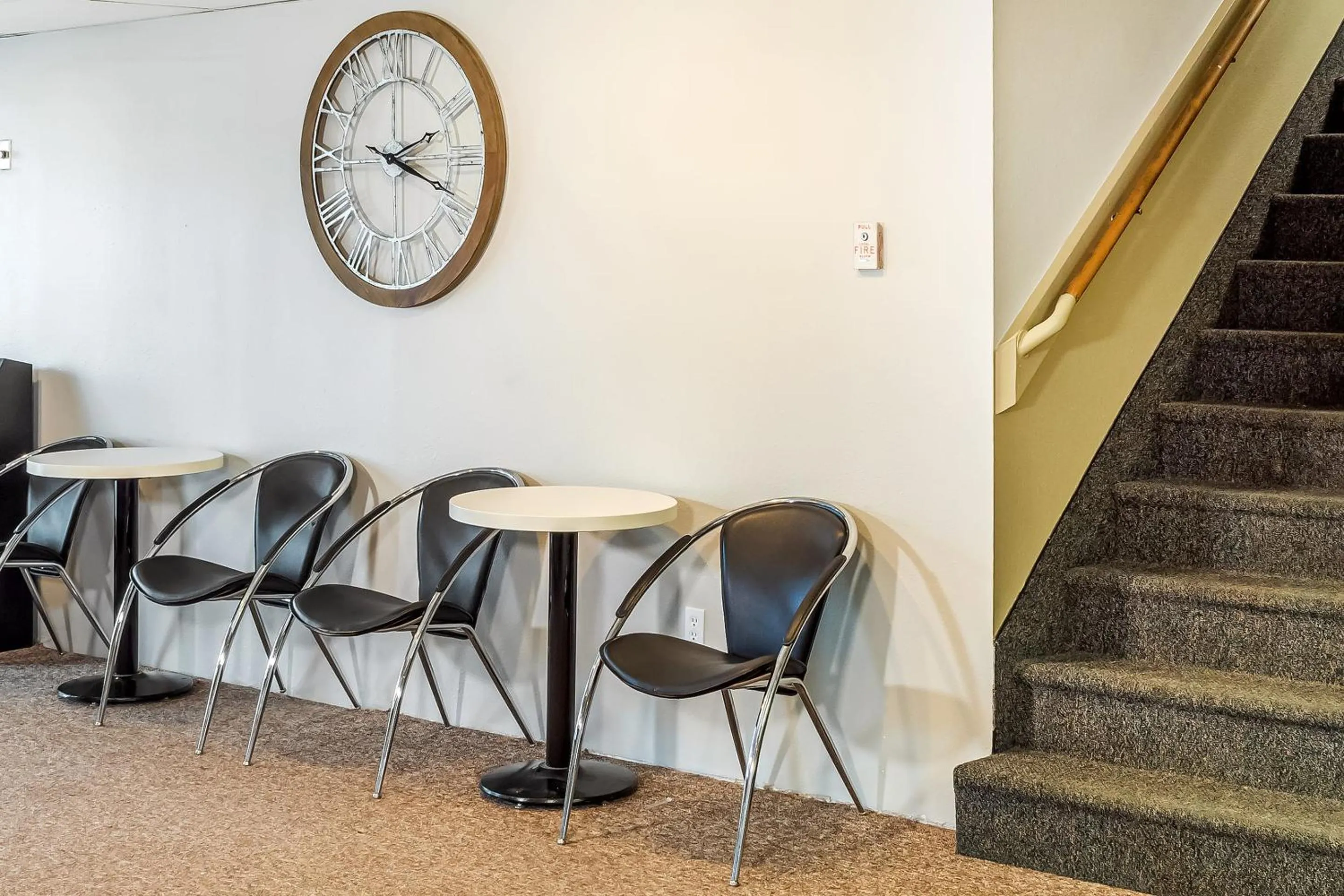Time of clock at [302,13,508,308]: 2:18
